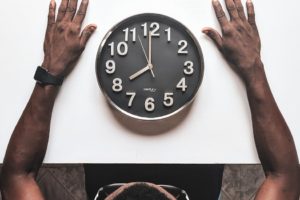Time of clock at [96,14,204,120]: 7:59
